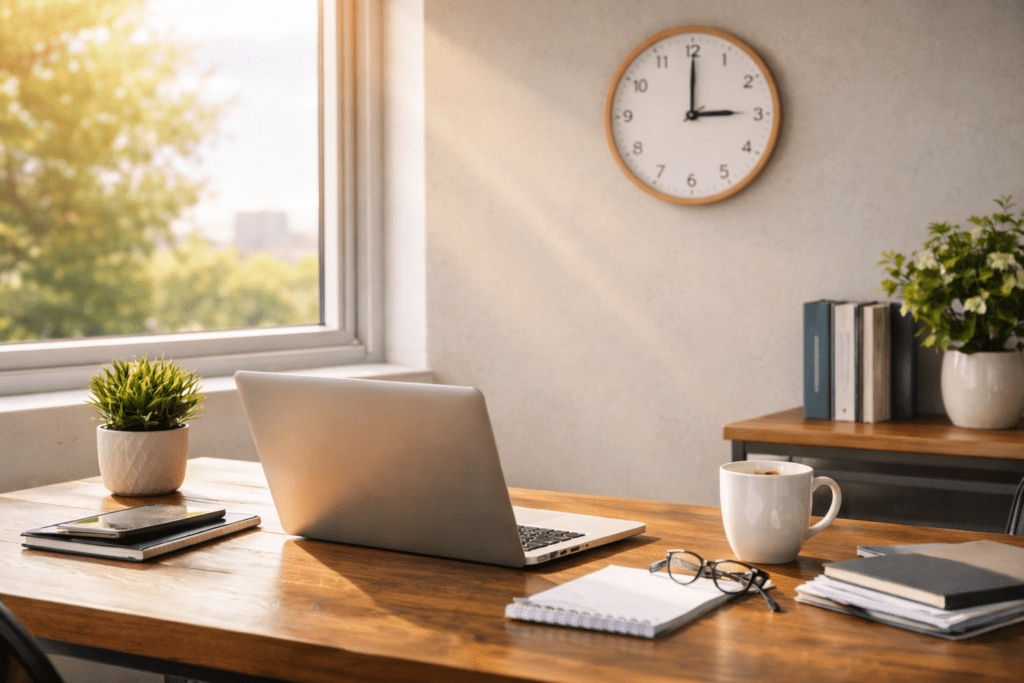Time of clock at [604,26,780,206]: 3:00
